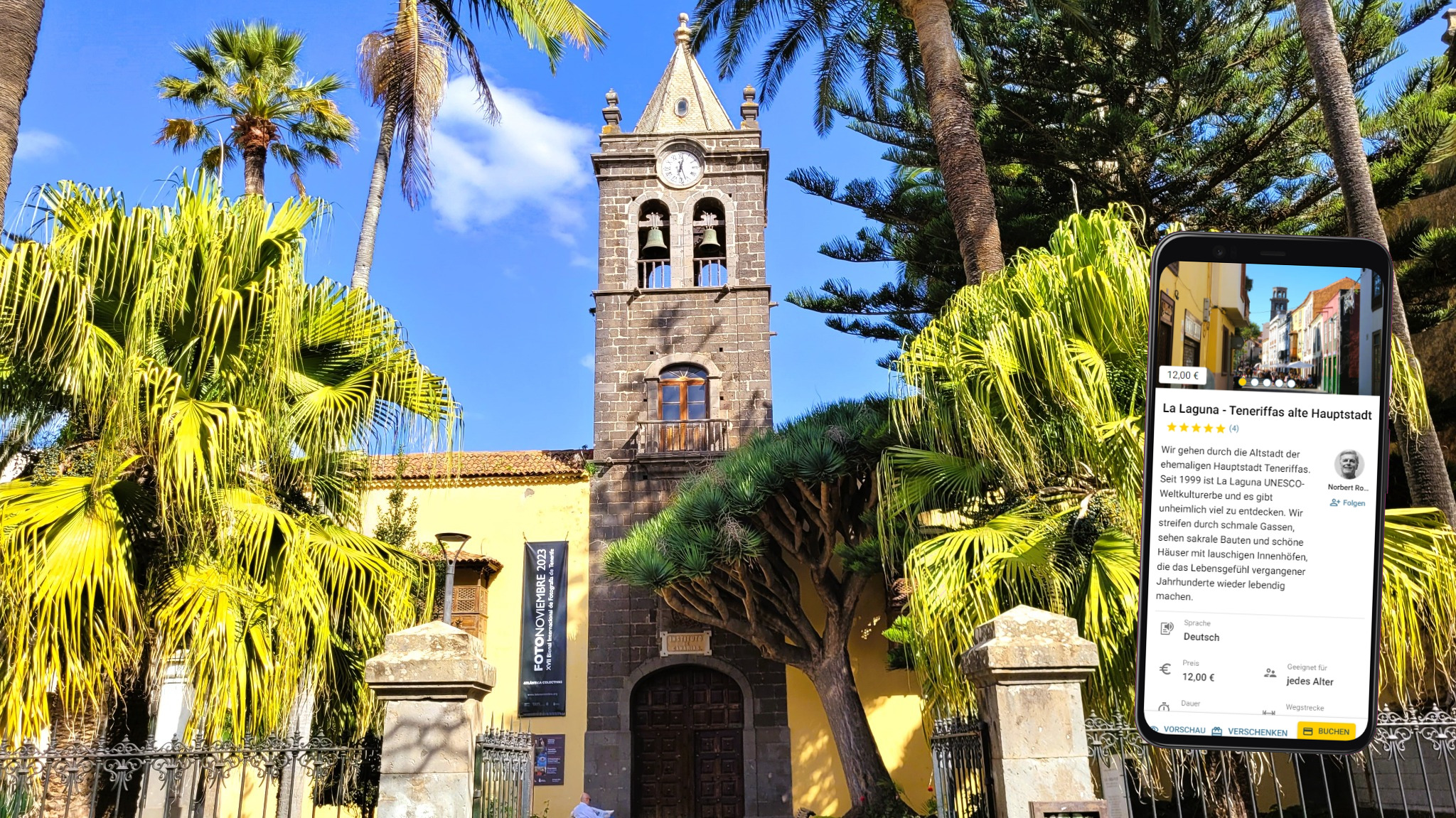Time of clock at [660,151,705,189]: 12:26
